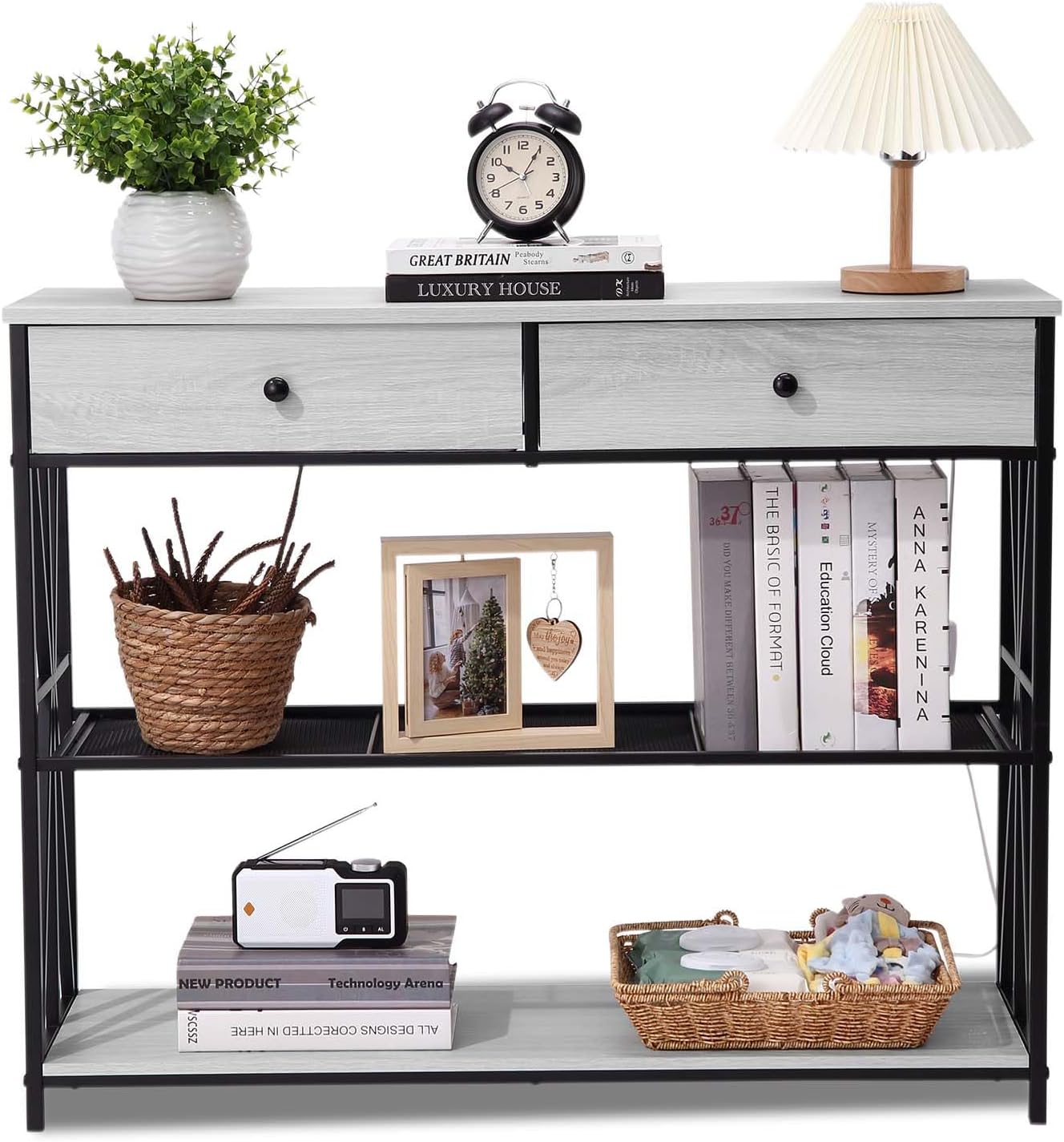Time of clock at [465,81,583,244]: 10:05
